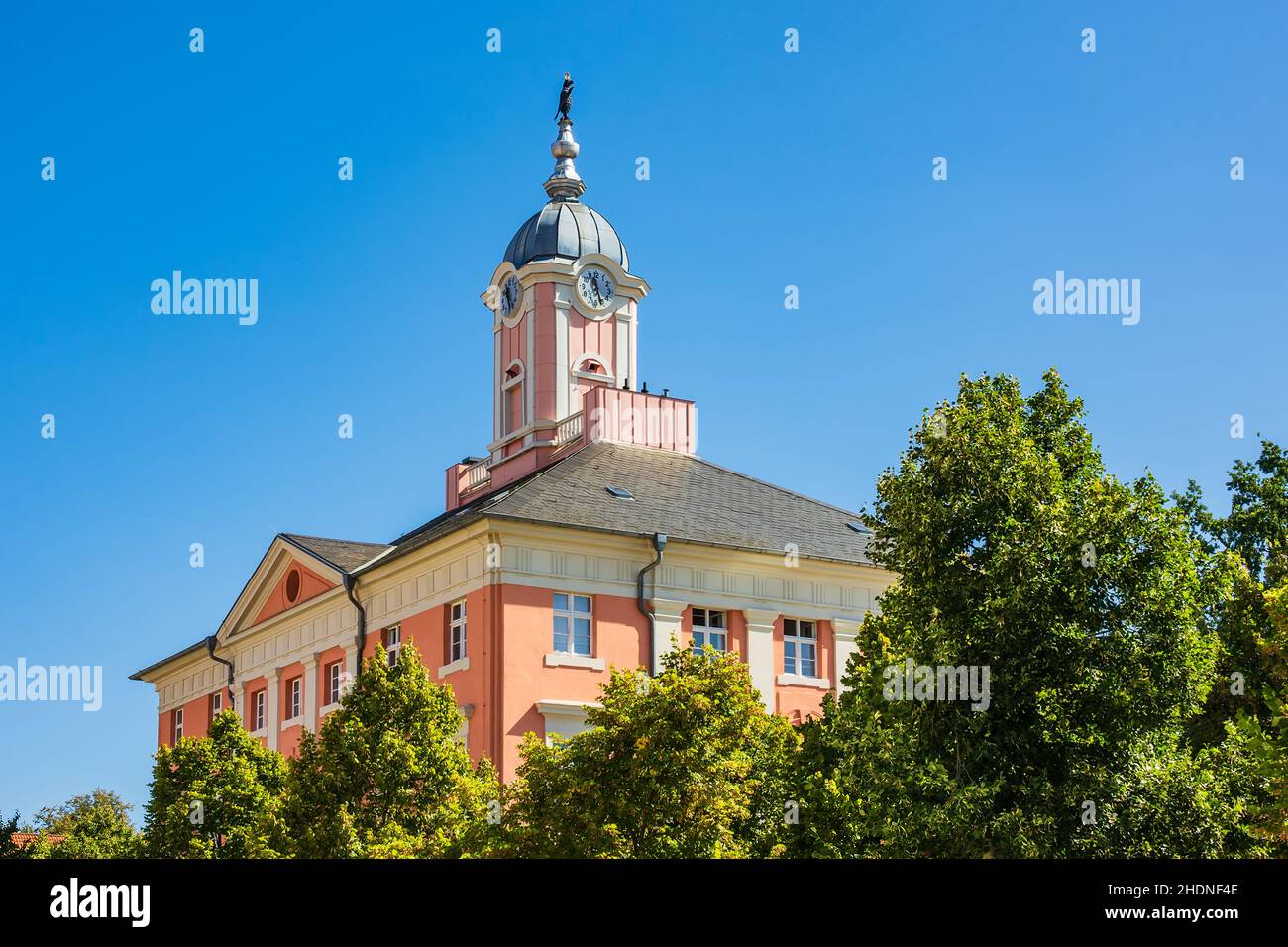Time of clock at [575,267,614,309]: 11:26
